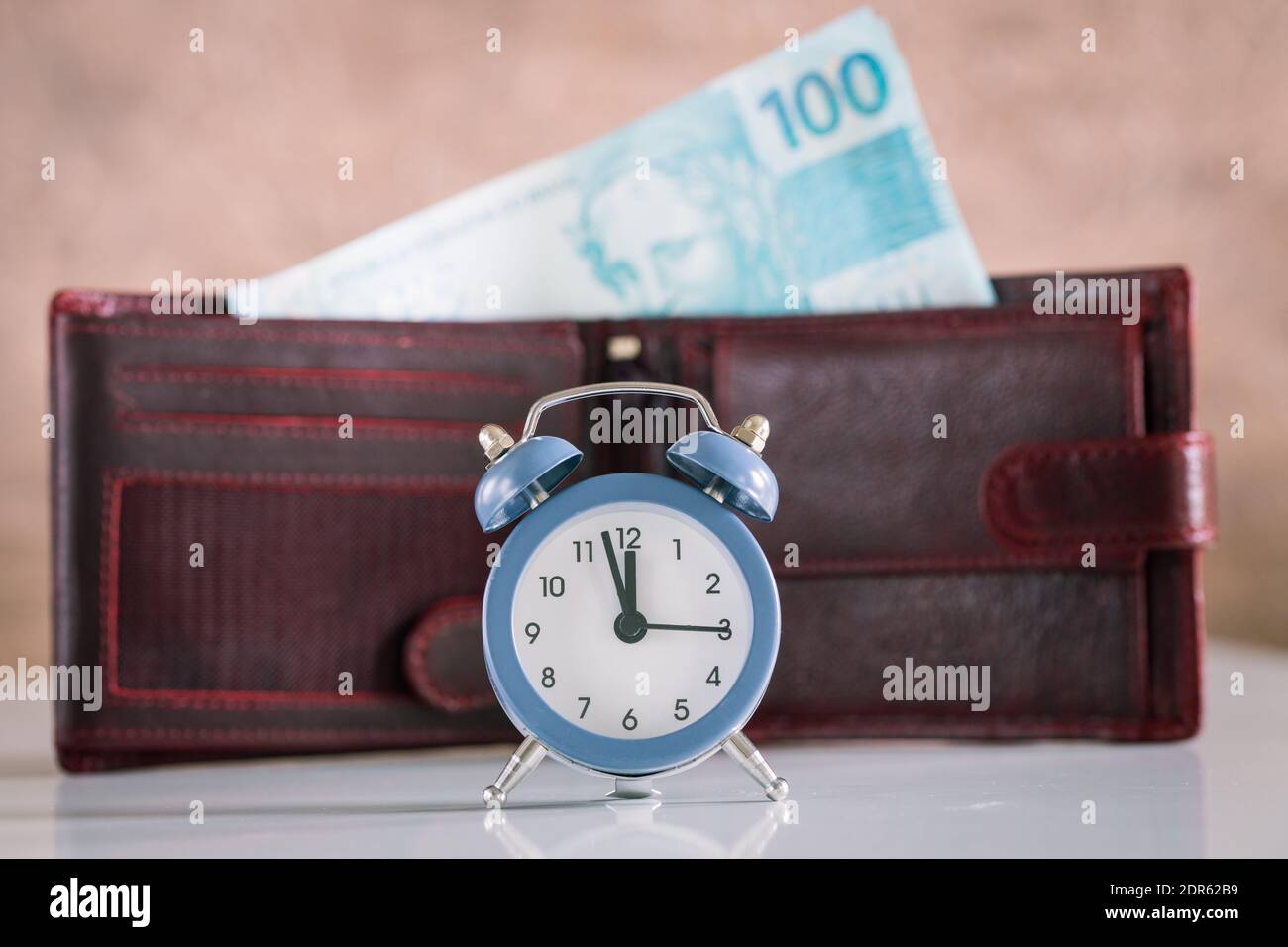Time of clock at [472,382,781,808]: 11:57
